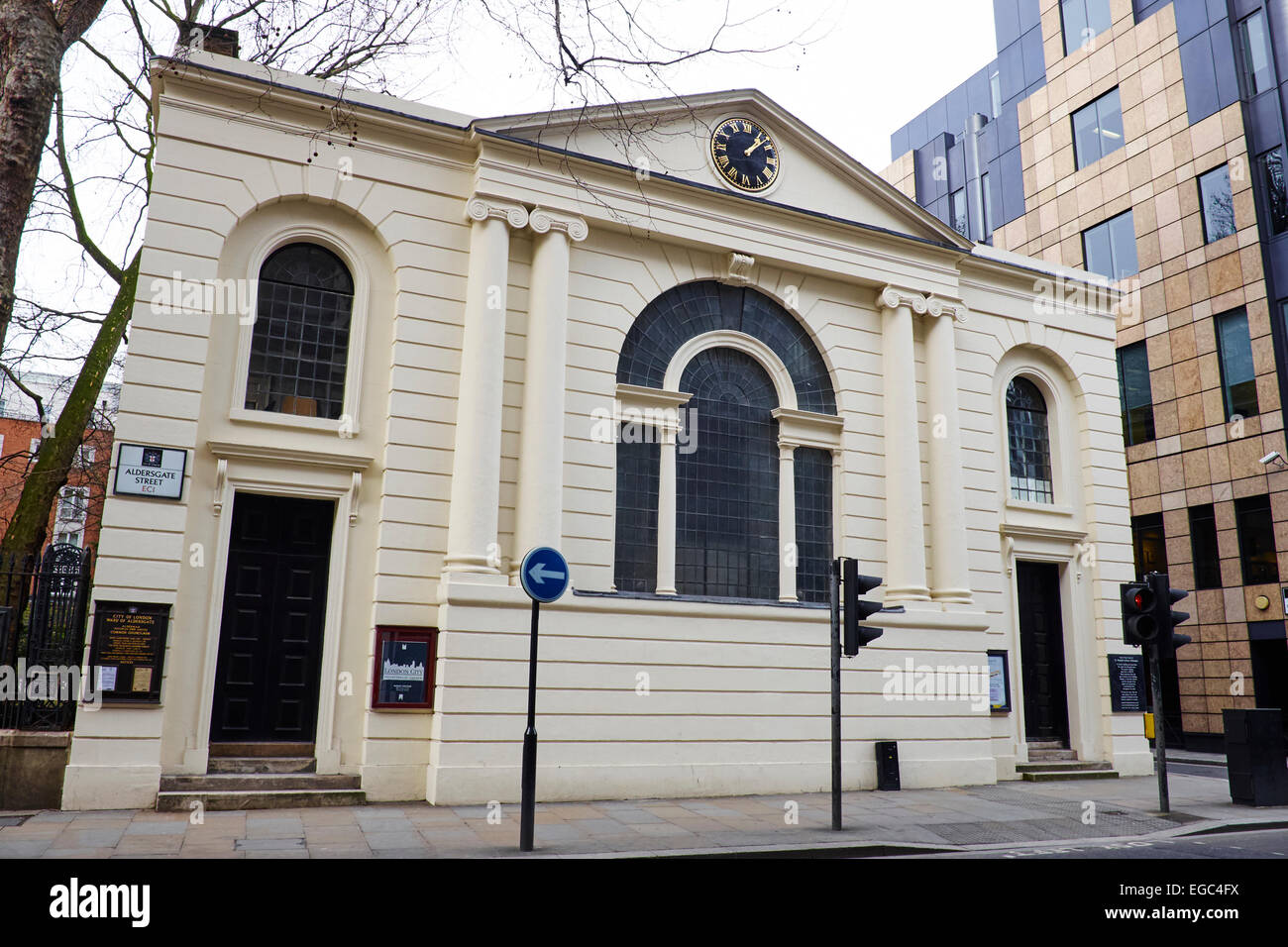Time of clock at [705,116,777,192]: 1:07
